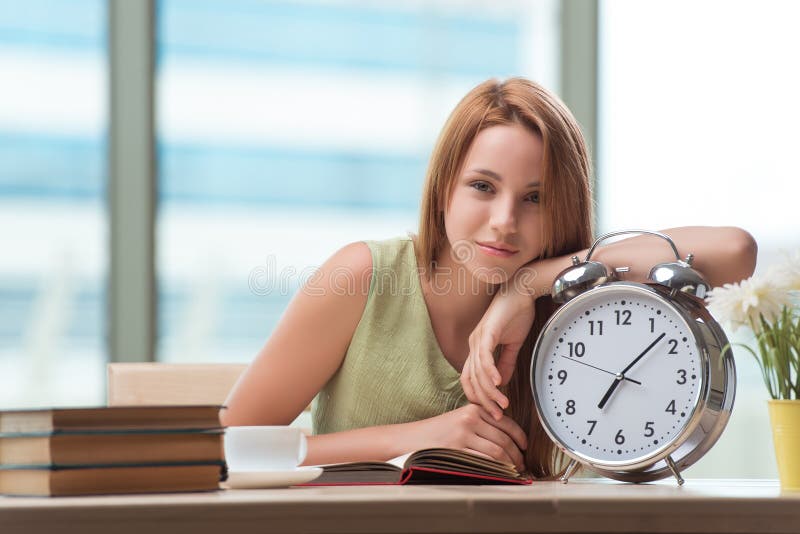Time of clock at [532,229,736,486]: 7:07
